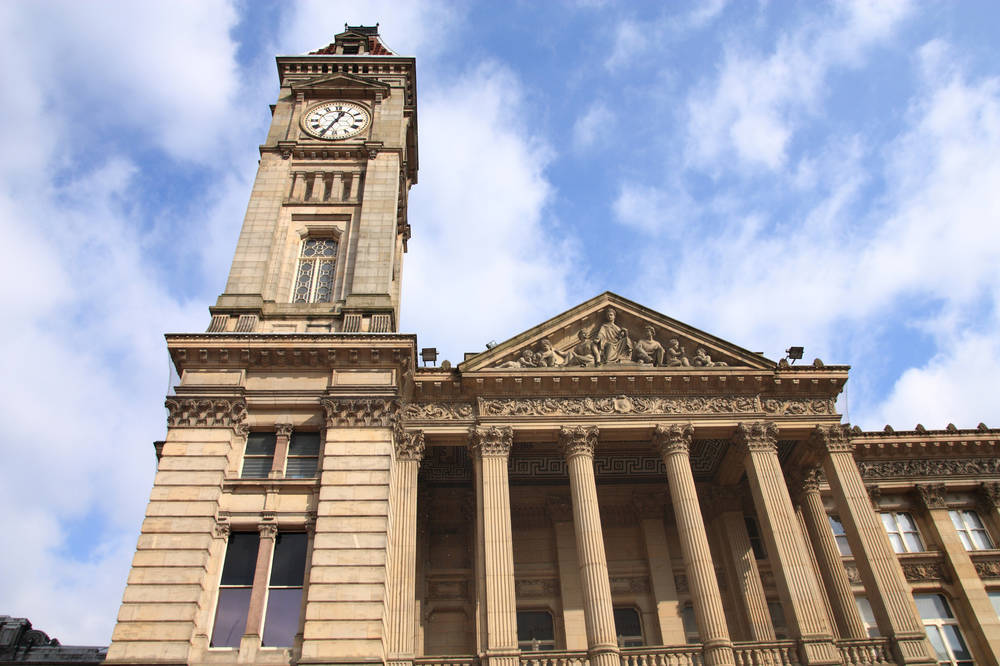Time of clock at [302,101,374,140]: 12:34
